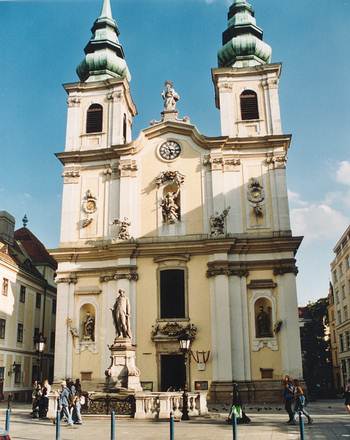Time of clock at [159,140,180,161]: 5:15
